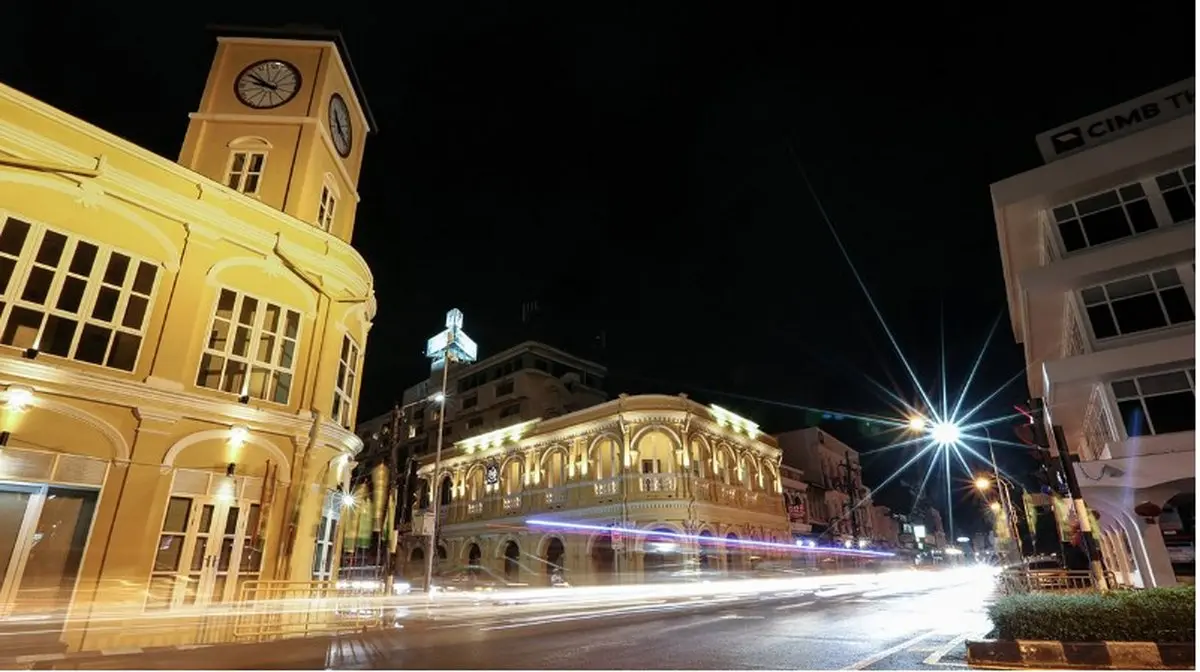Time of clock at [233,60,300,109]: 9:51
